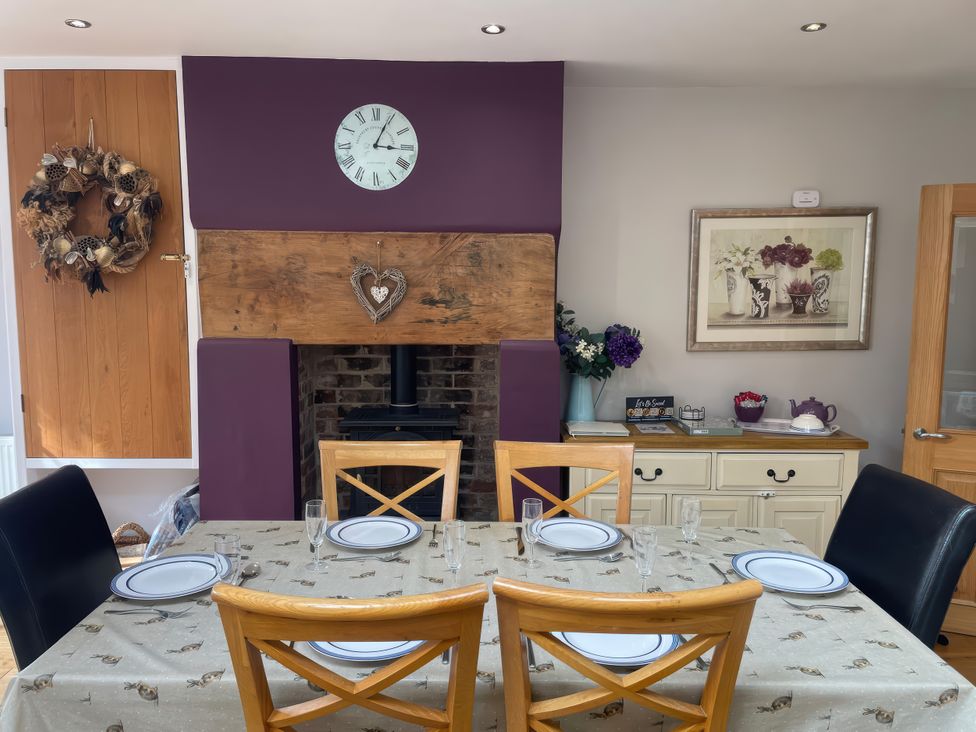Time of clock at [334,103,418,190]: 3:04
